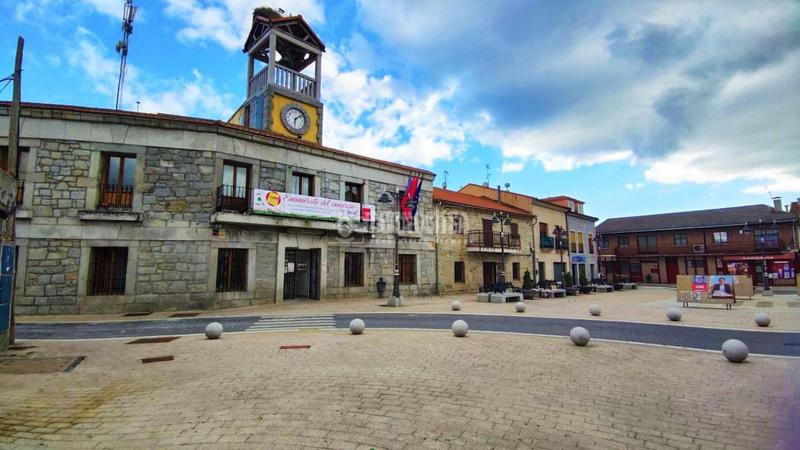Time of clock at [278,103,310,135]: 6:08
